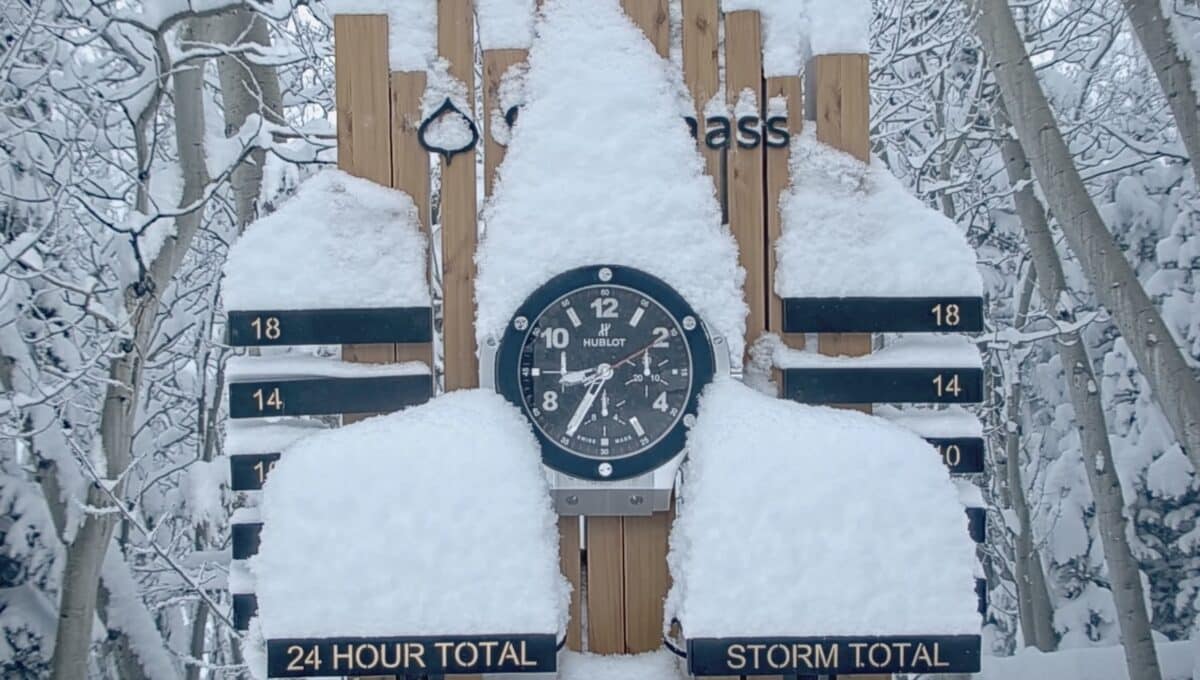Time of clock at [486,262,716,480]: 8:34
